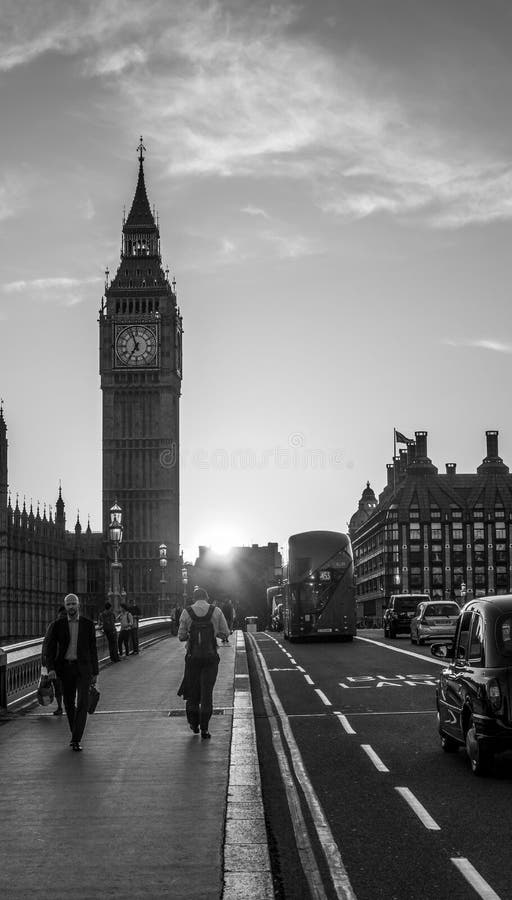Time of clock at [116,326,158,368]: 6:56
